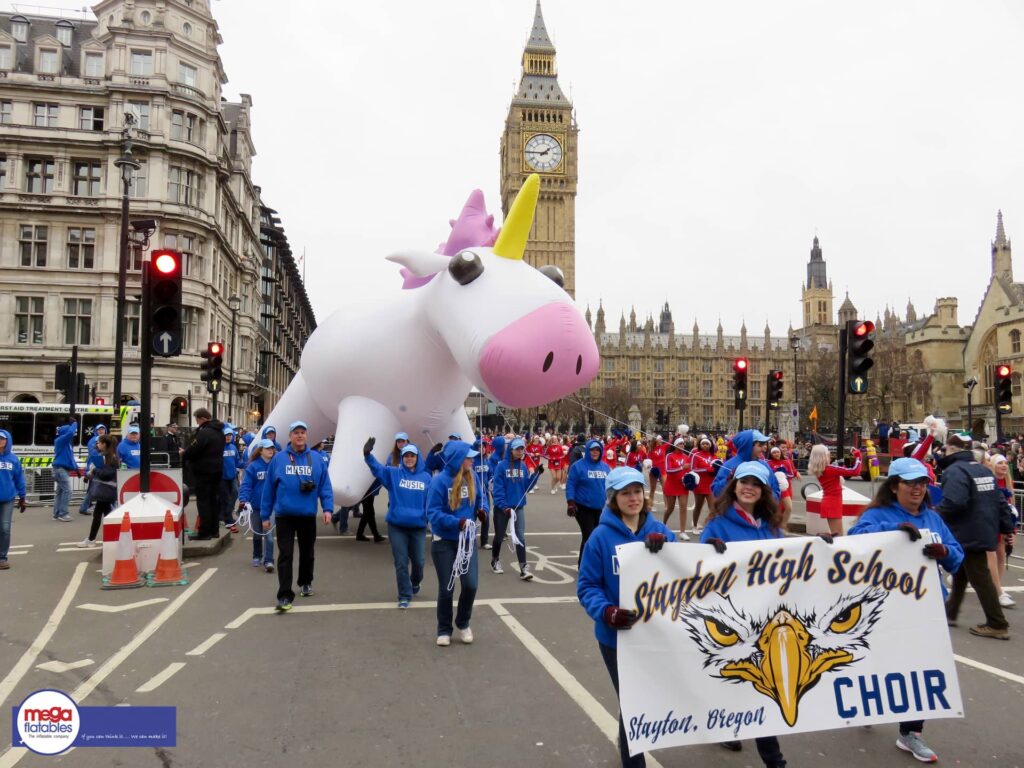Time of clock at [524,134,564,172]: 1:45
